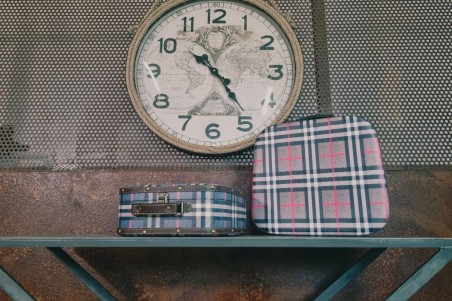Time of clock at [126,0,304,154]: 10:24
